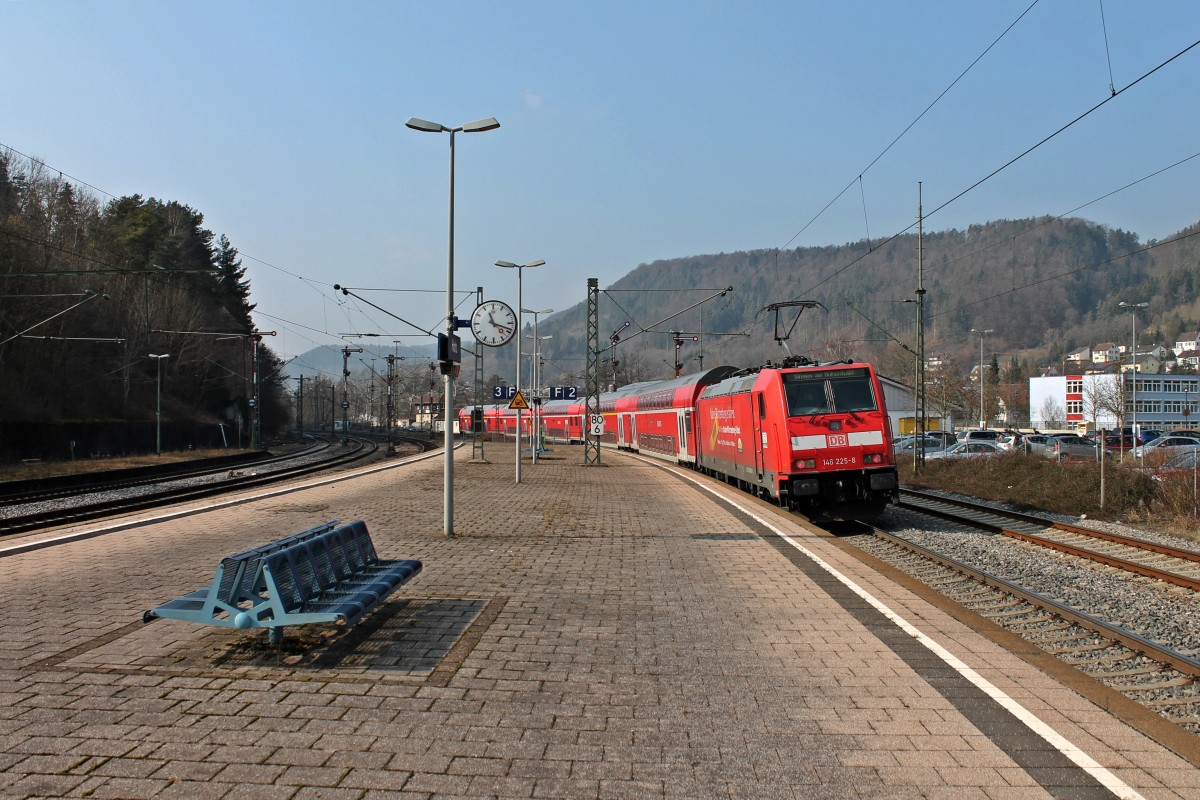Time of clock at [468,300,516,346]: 11:18
